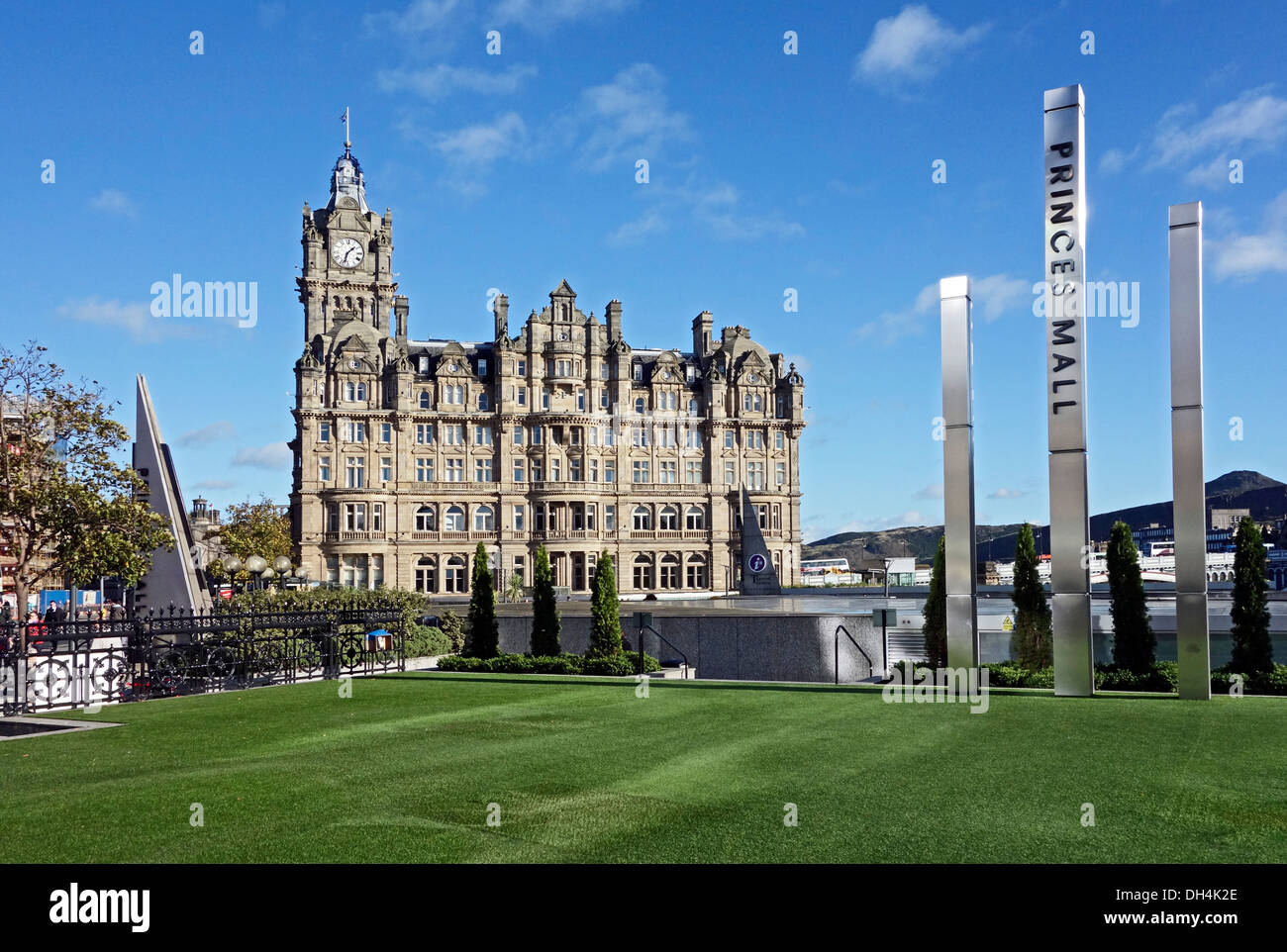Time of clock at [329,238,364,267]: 1:32
